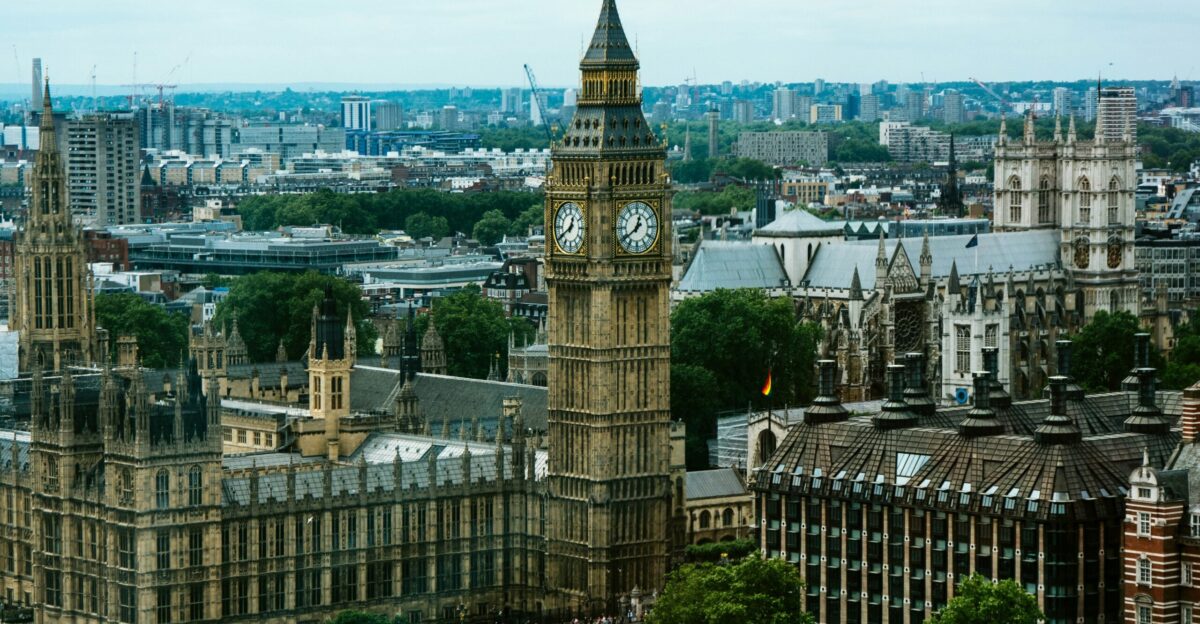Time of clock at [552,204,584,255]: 12:40
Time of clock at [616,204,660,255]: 12:39
